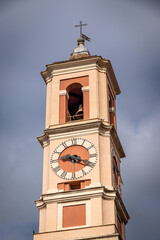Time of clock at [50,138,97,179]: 9:19
